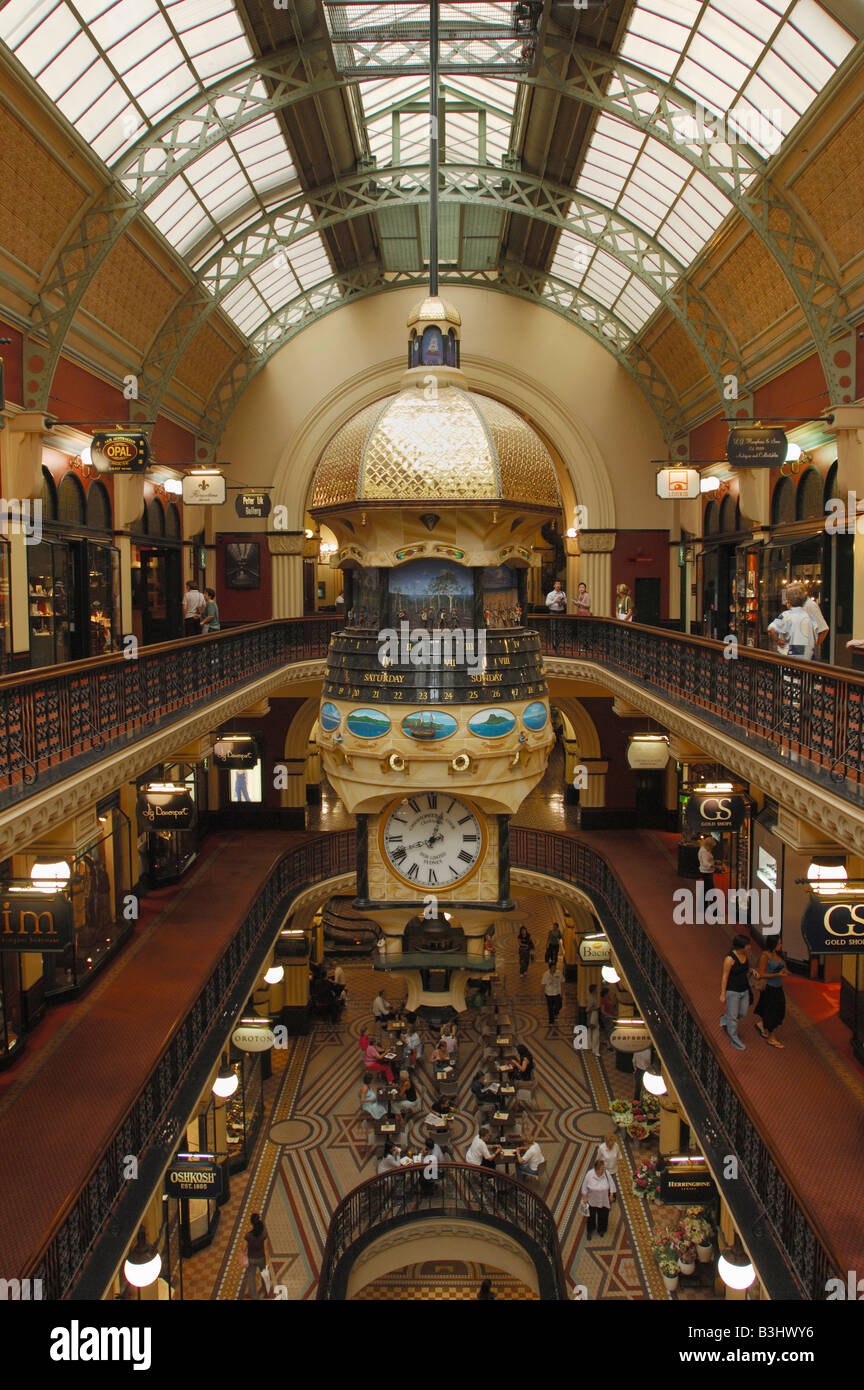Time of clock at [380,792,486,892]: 12:41
